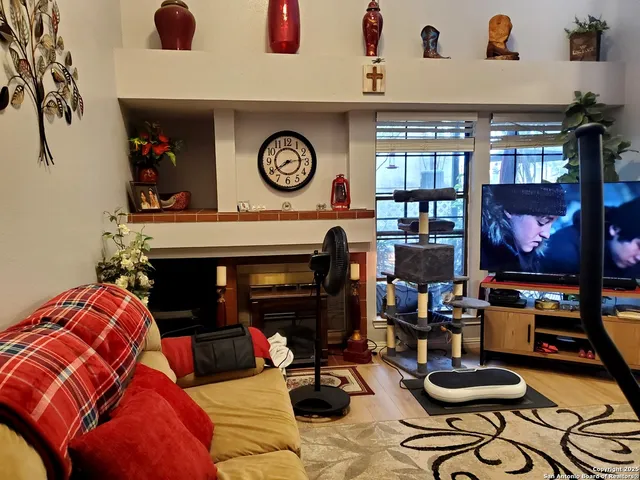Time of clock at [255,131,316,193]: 2:39
